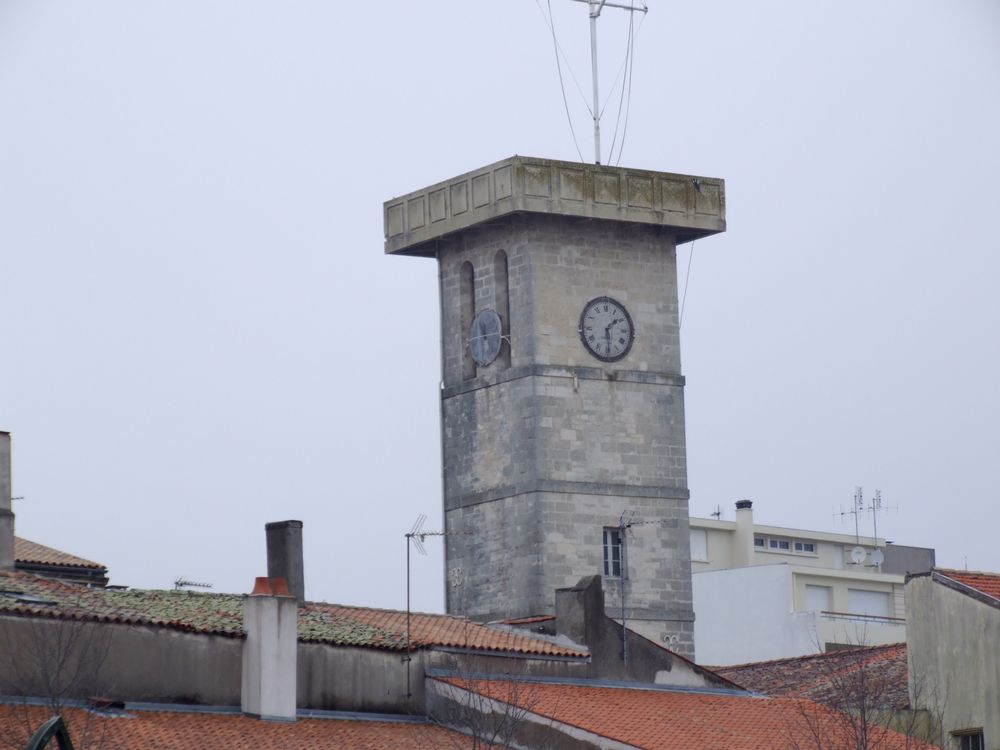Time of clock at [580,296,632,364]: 1:29
